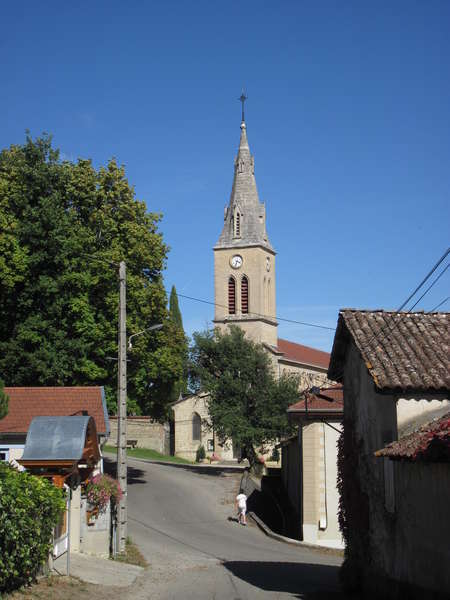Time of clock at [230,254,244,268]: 3:32
